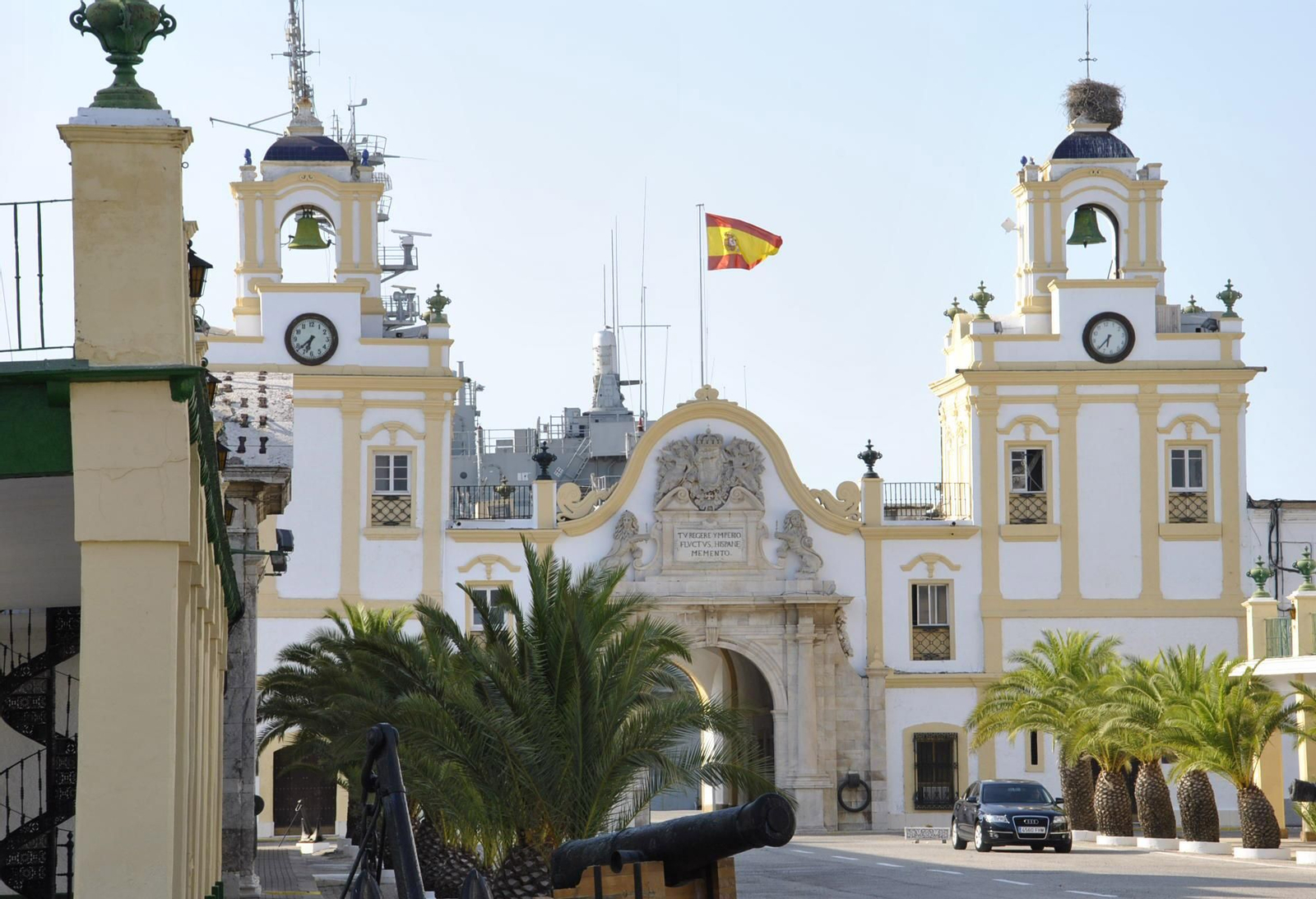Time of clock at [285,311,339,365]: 6:38
